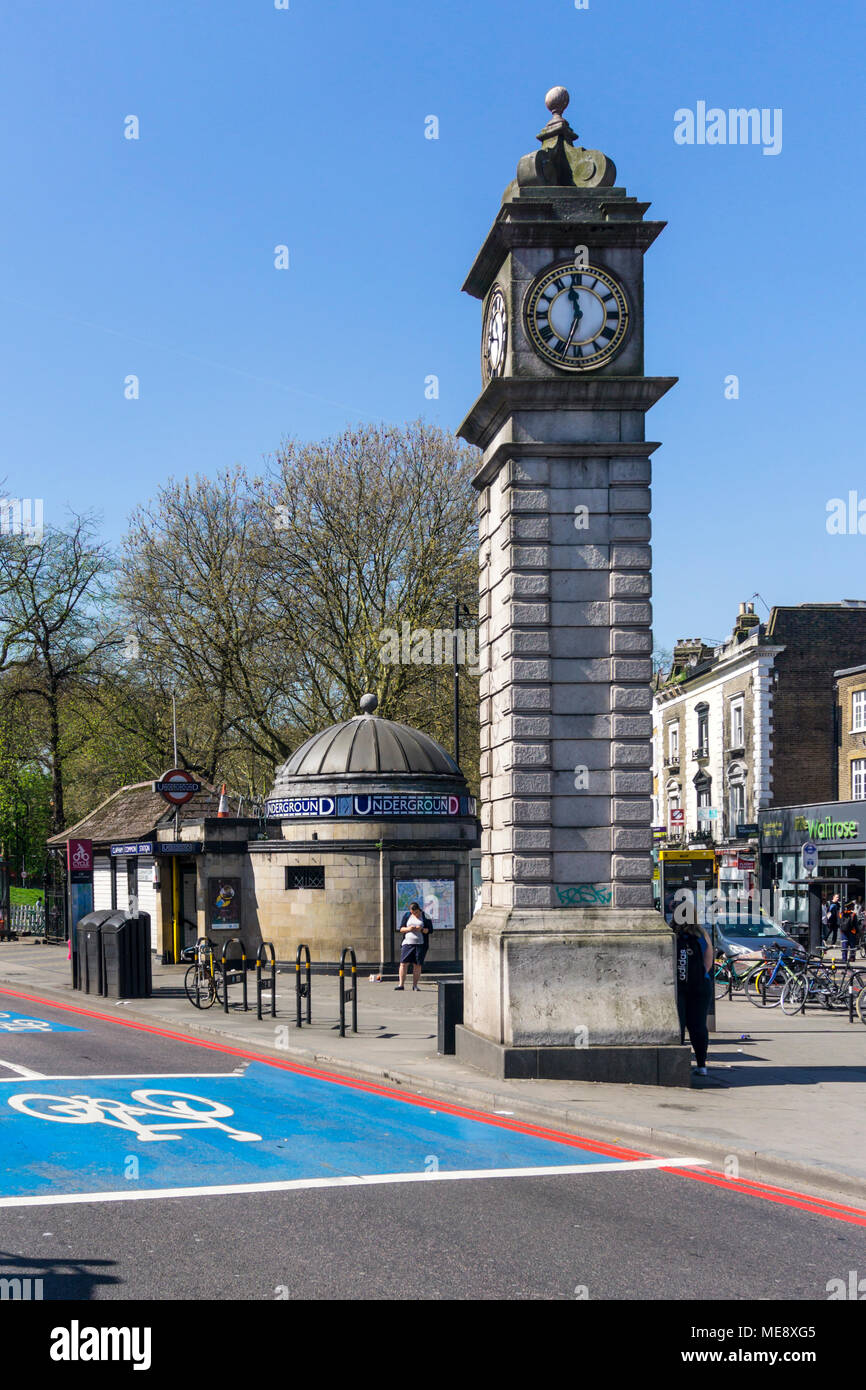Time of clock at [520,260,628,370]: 11:33
